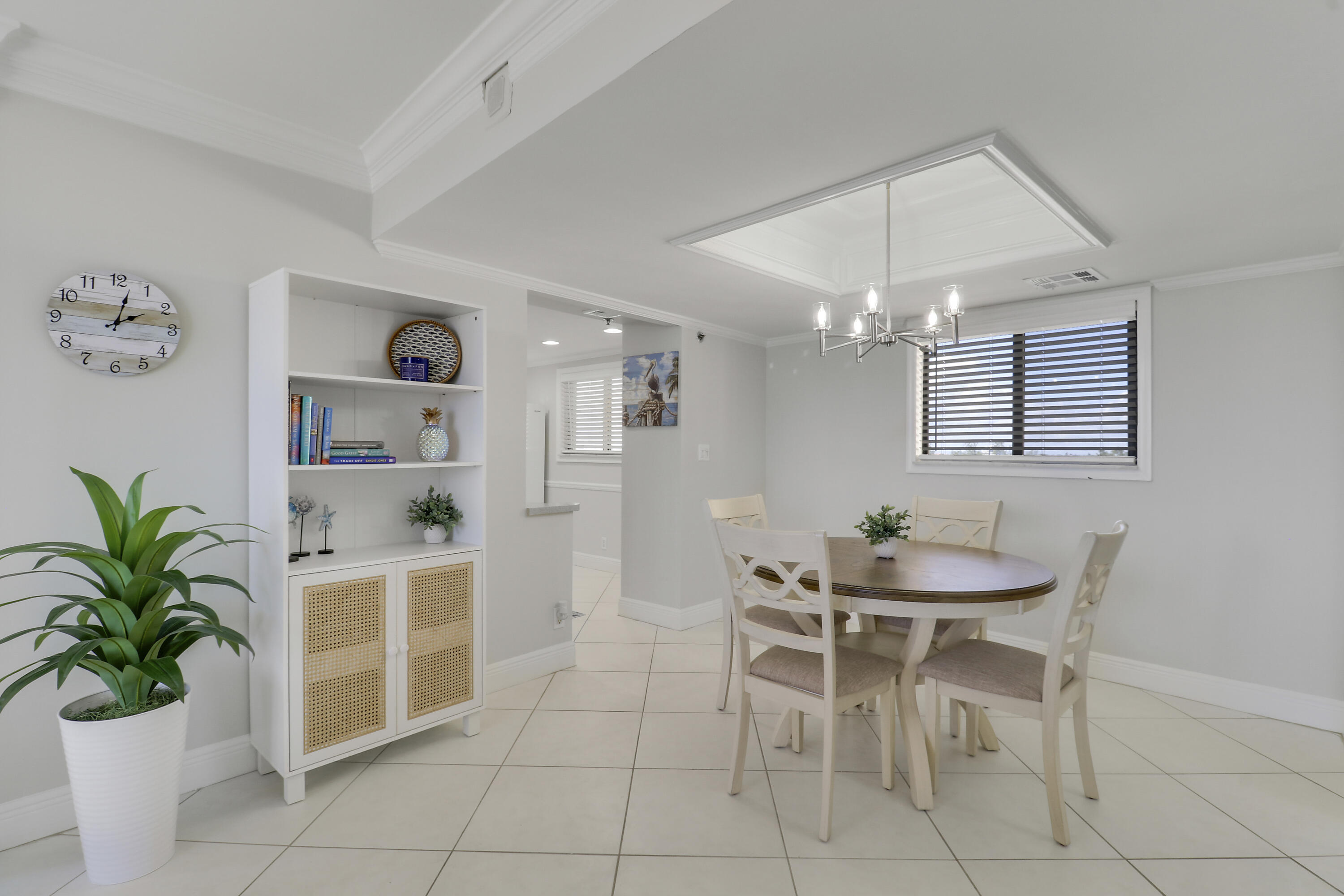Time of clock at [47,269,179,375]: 2:02
